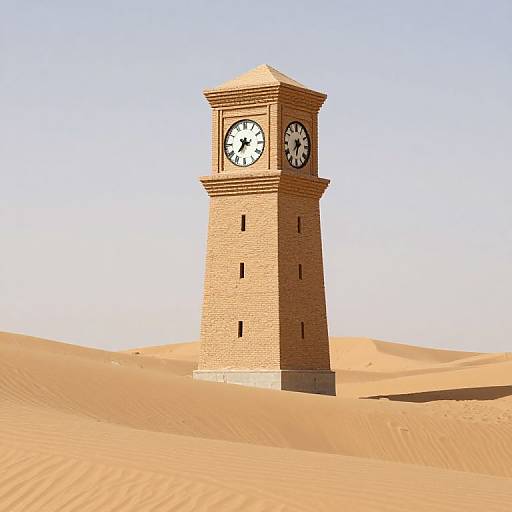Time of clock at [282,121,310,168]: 7:30
